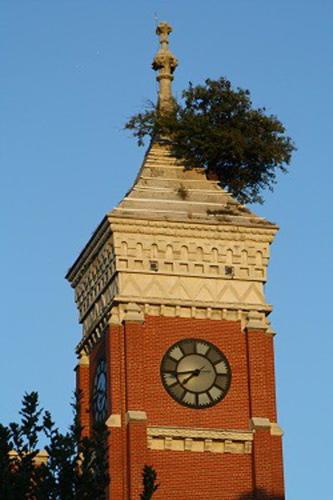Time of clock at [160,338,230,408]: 7:43
